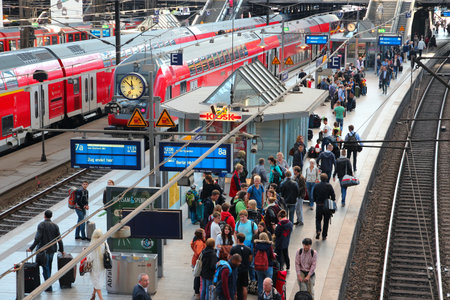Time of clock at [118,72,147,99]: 11:52
